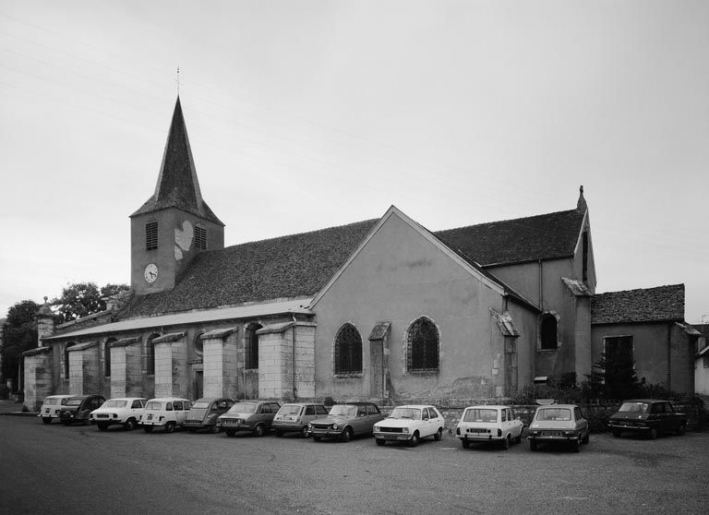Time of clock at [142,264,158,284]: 5:18
